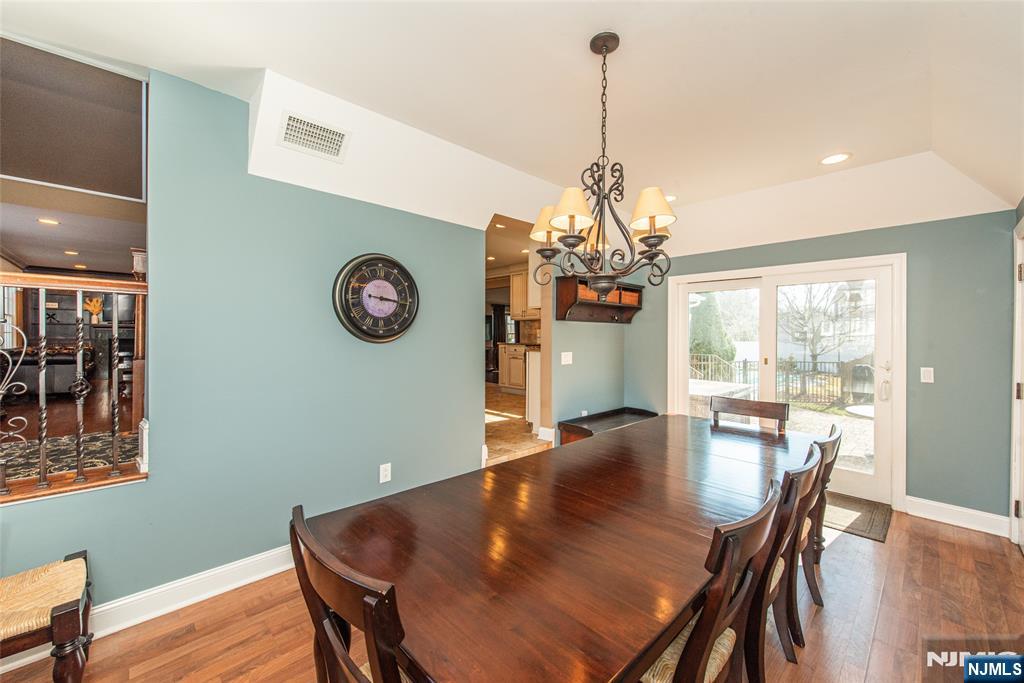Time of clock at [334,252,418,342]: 9:16
